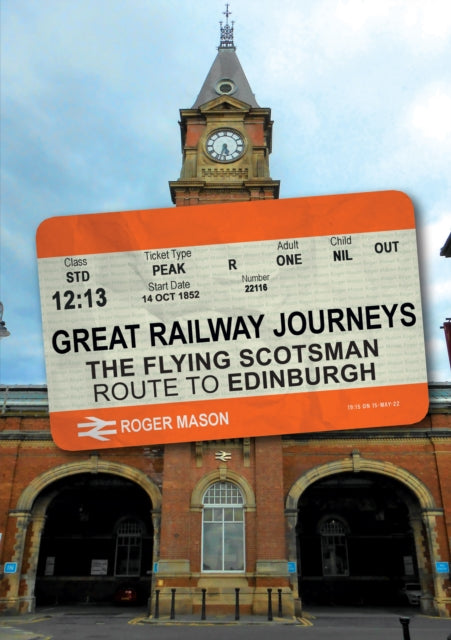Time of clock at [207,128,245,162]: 5:32
